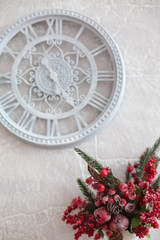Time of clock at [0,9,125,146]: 10:24
